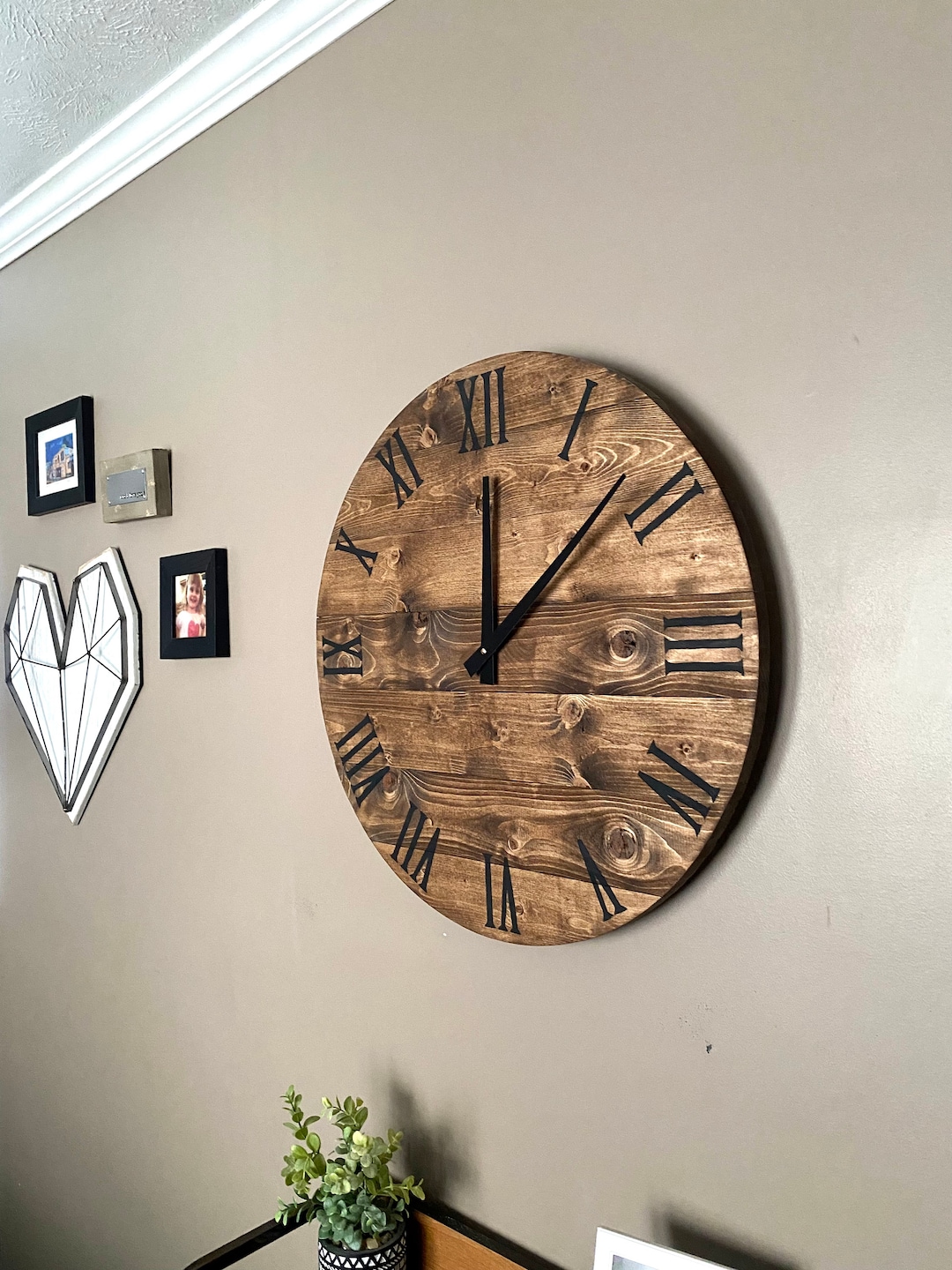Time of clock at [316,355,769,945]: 12:07
